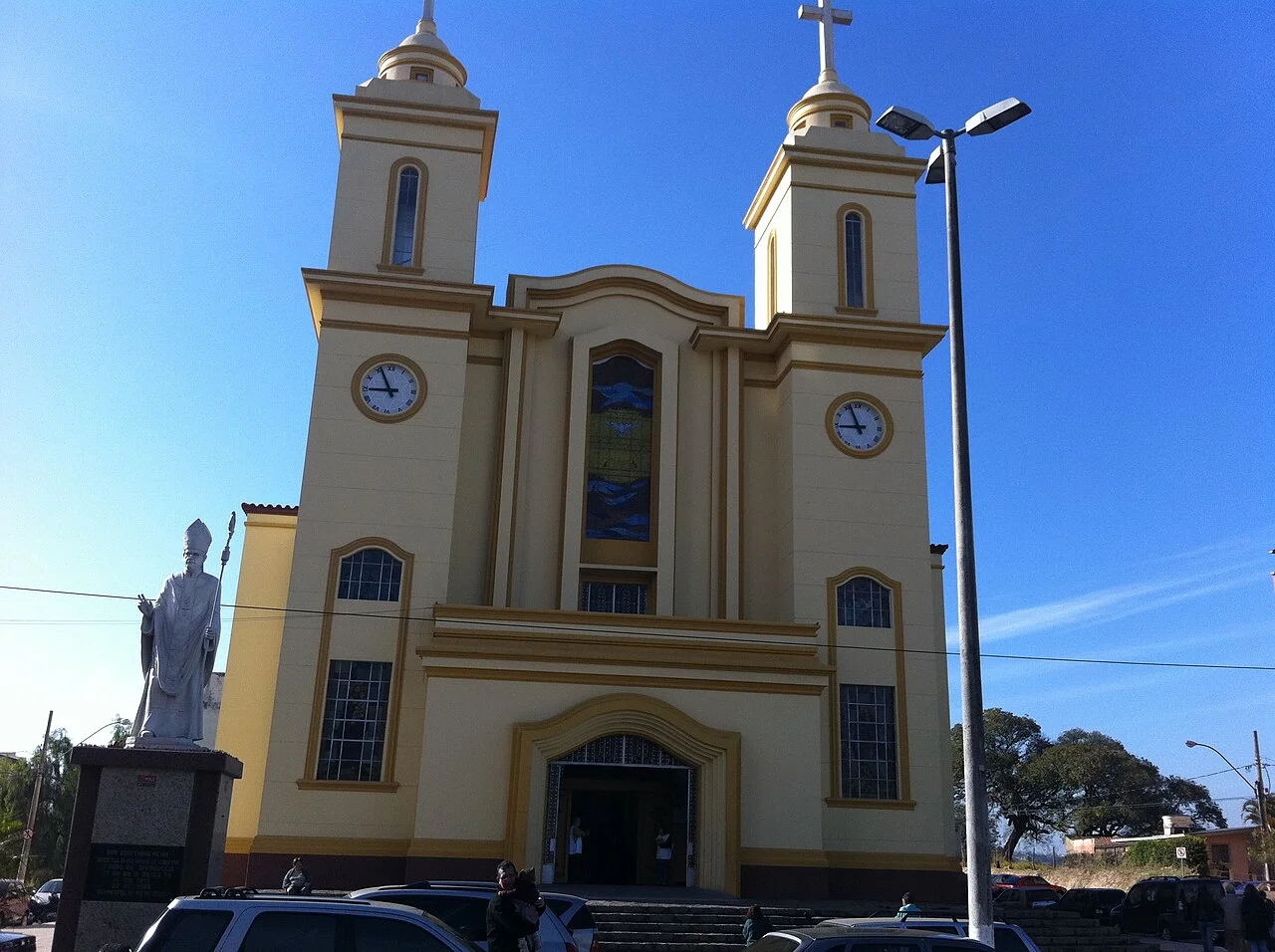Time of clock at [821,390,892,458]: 8:56
